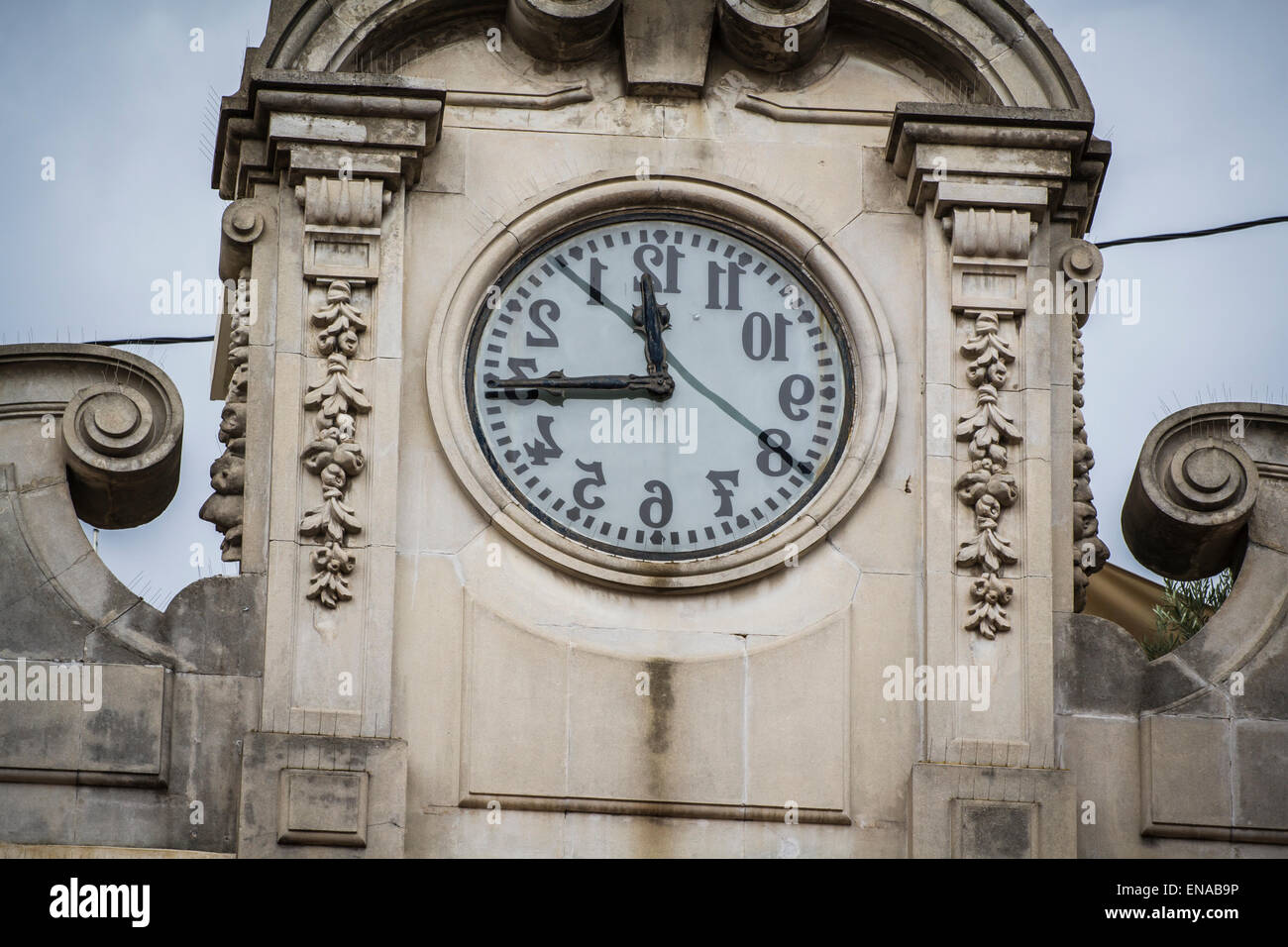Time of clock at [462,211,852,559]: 11:44
